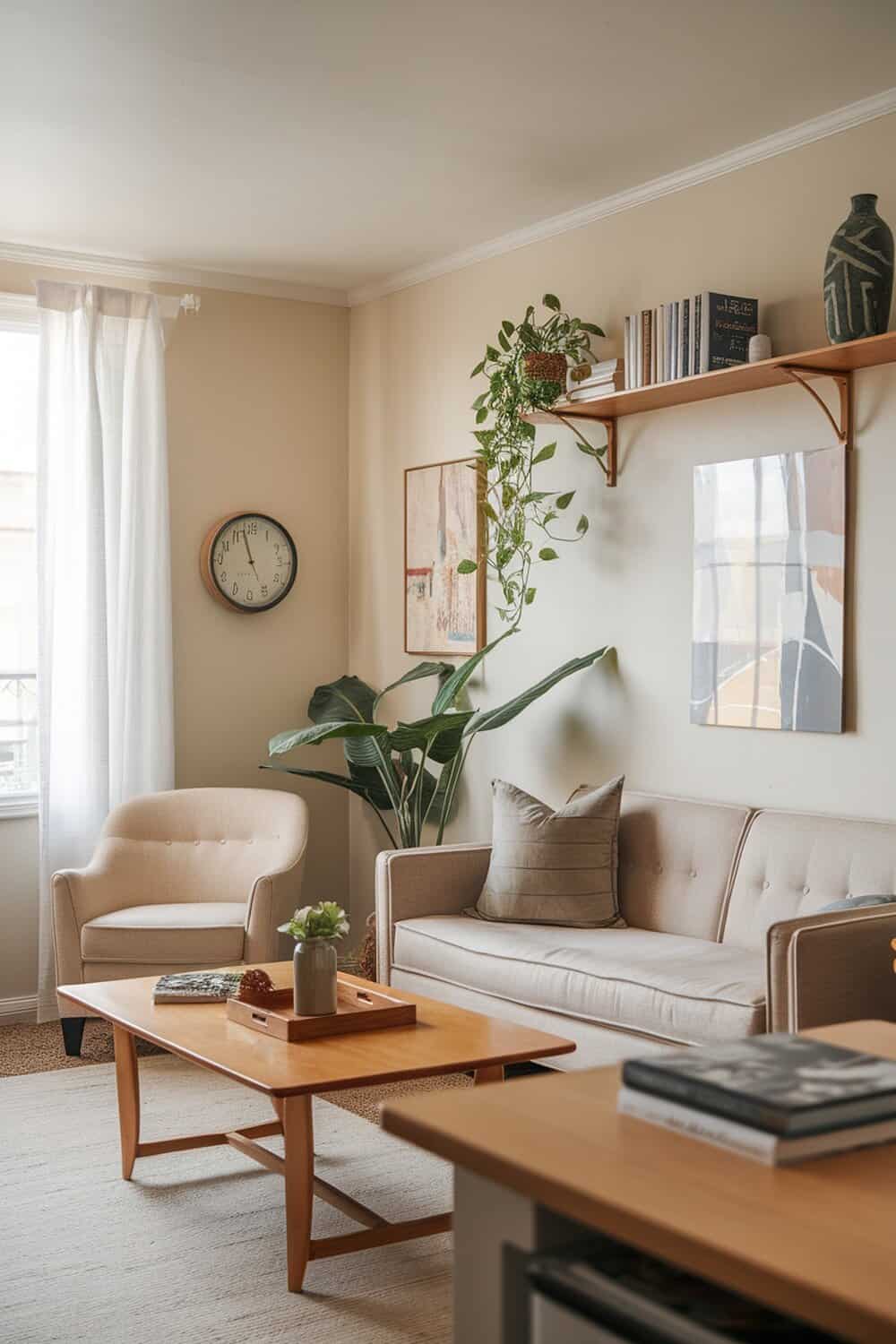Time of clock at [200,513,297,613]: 4:57
